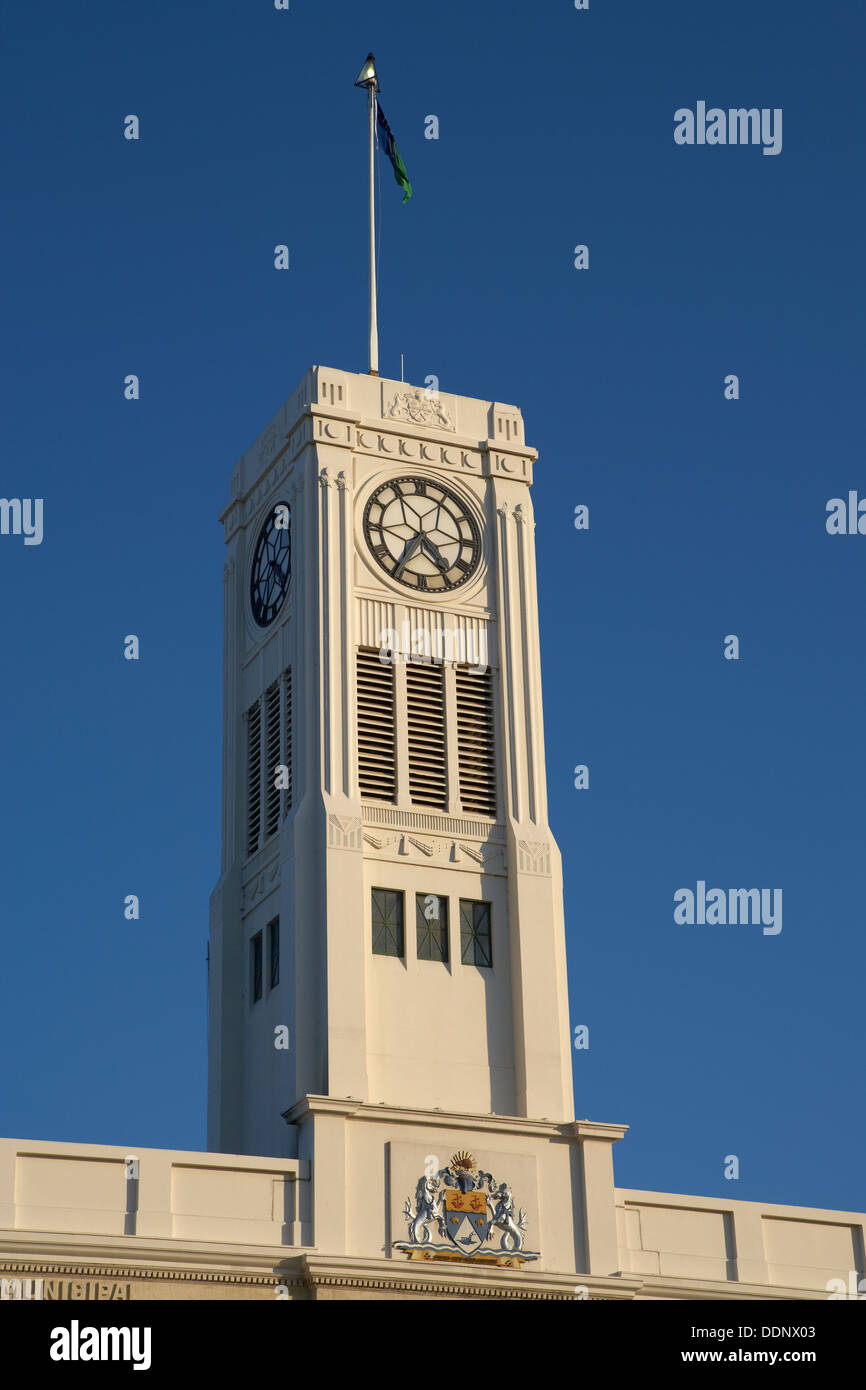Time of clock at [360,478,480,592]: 4:35
